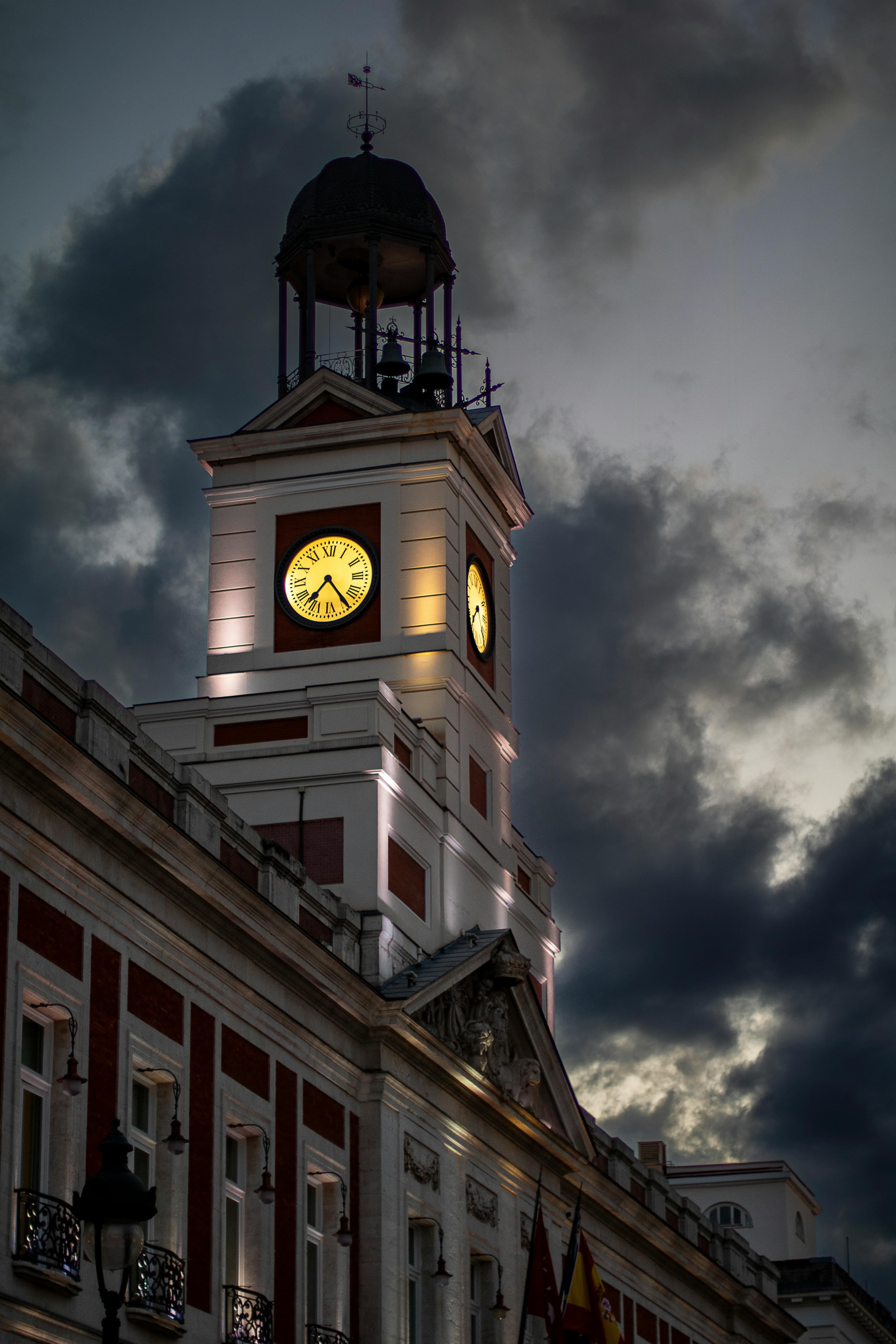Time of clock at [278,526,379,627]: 7:24
